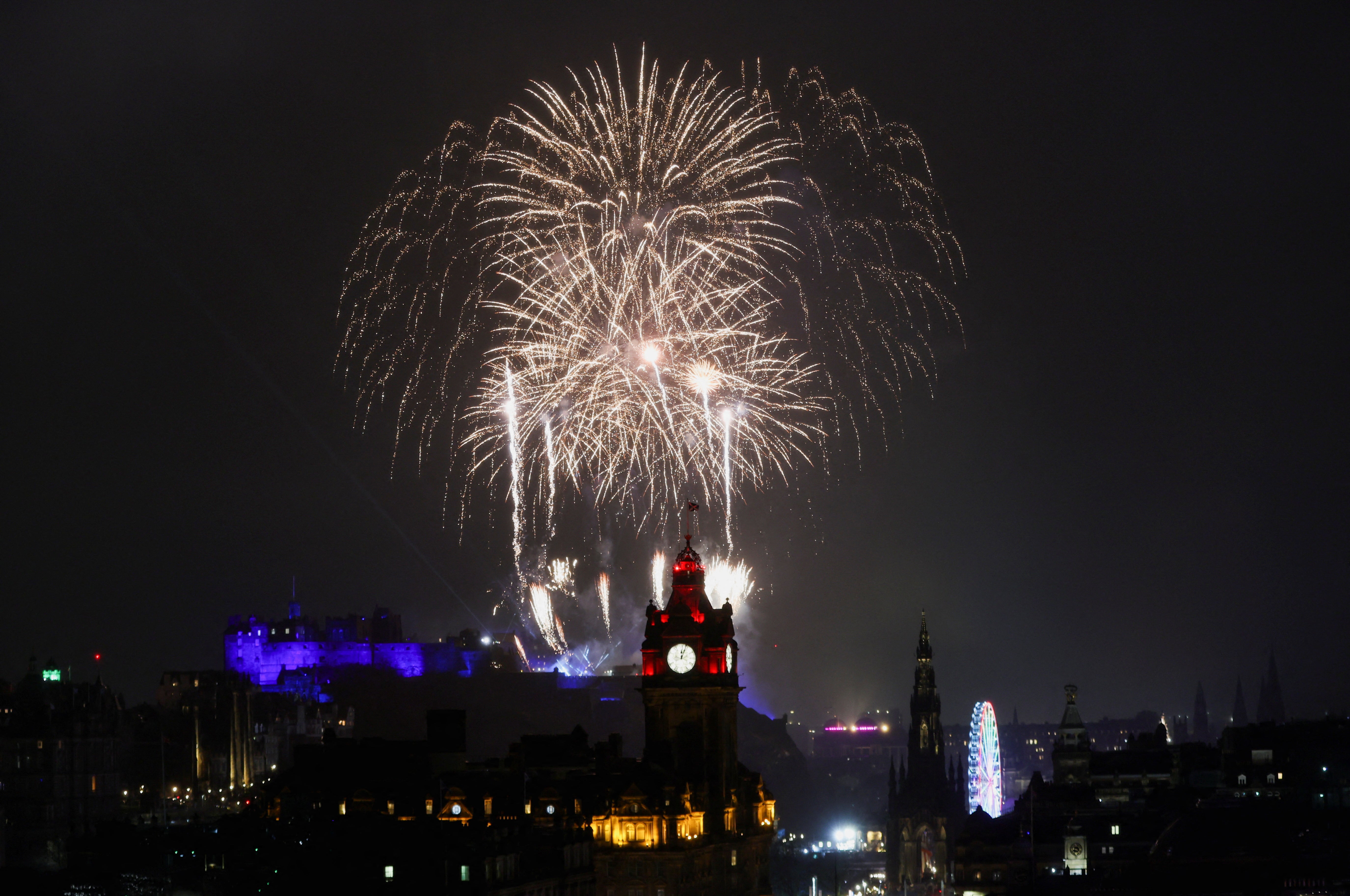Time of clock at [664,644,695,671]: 12:03
